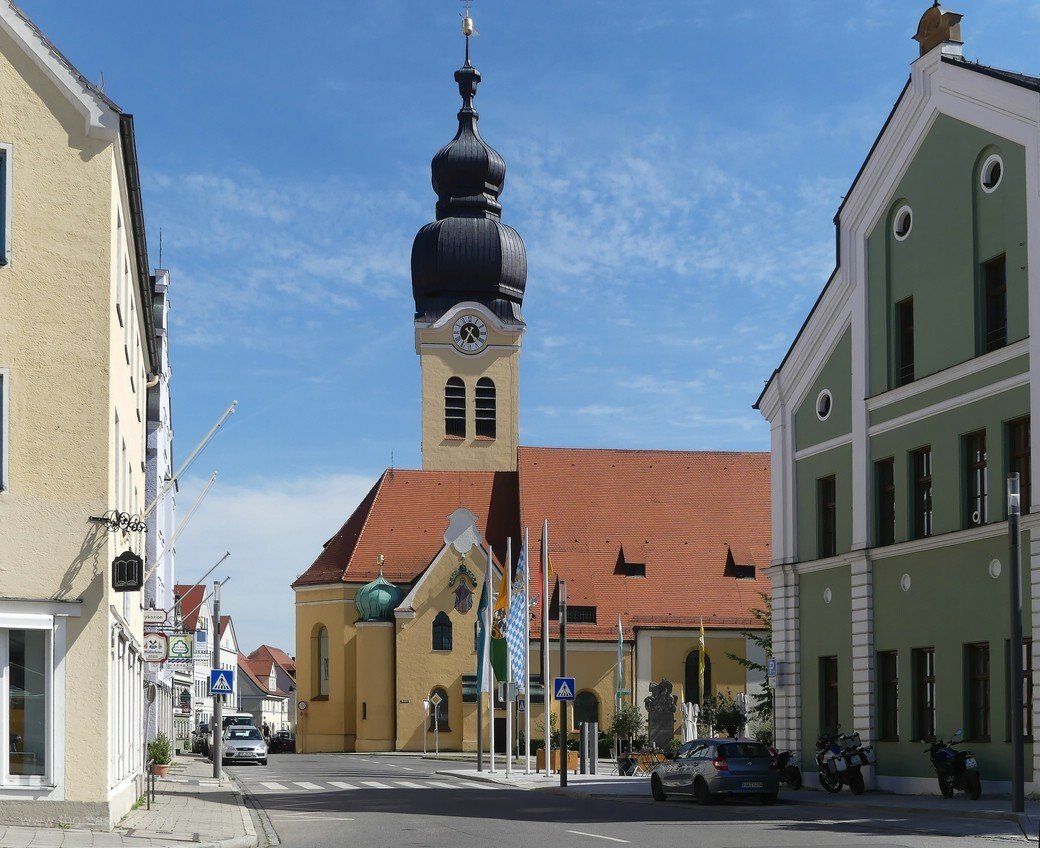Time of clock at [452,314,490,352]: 4:35
